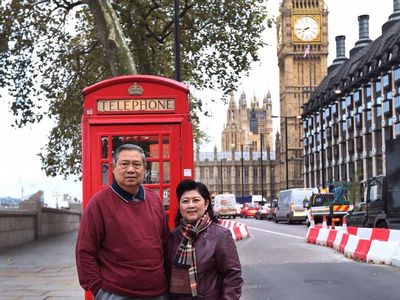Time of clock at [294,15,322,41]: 7:43
